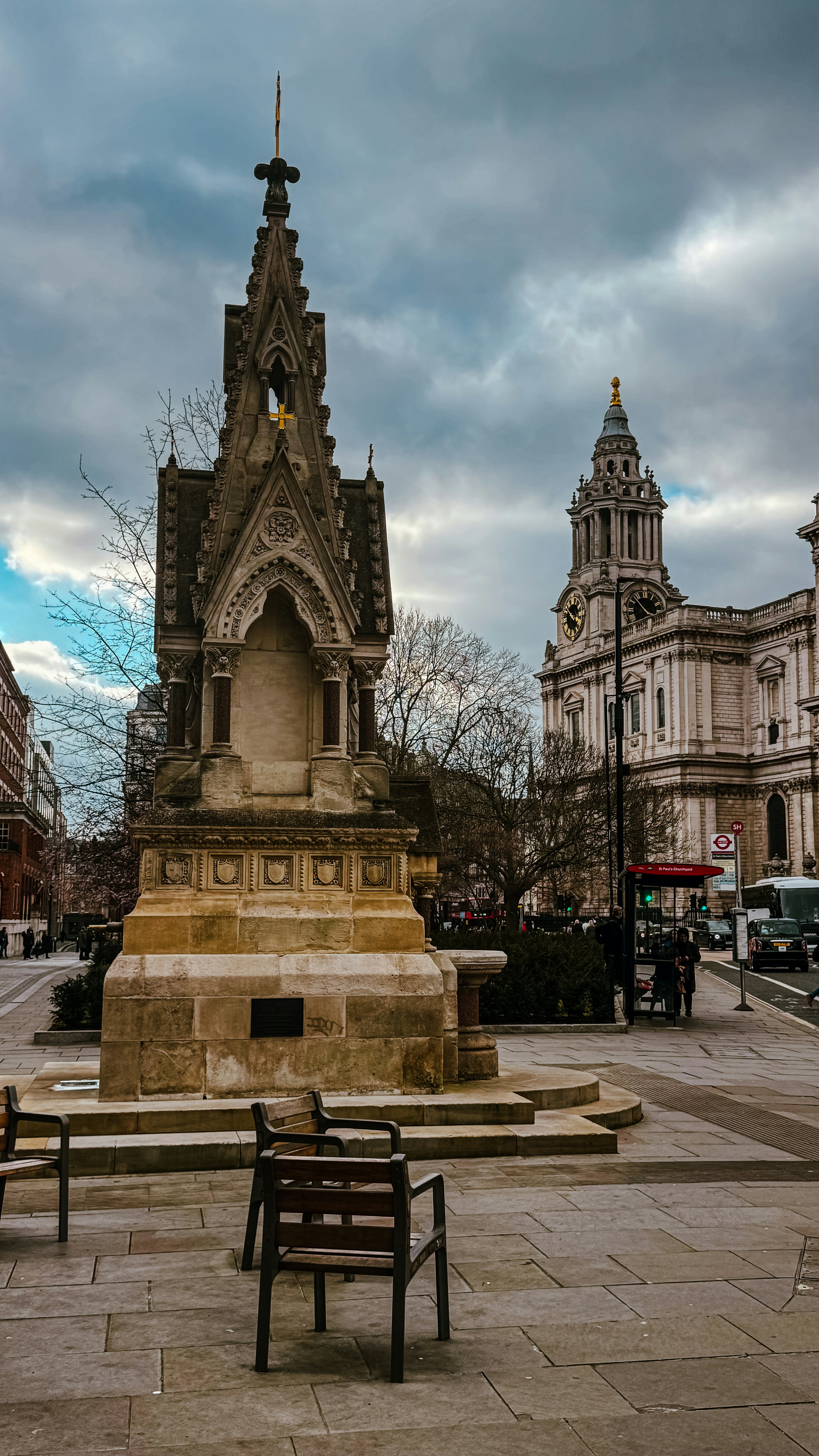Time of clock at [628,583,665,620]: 3:52
